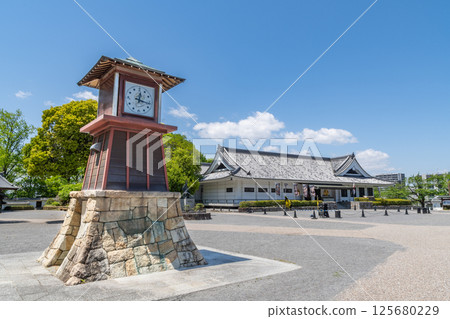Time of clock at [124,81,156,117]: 12:16
